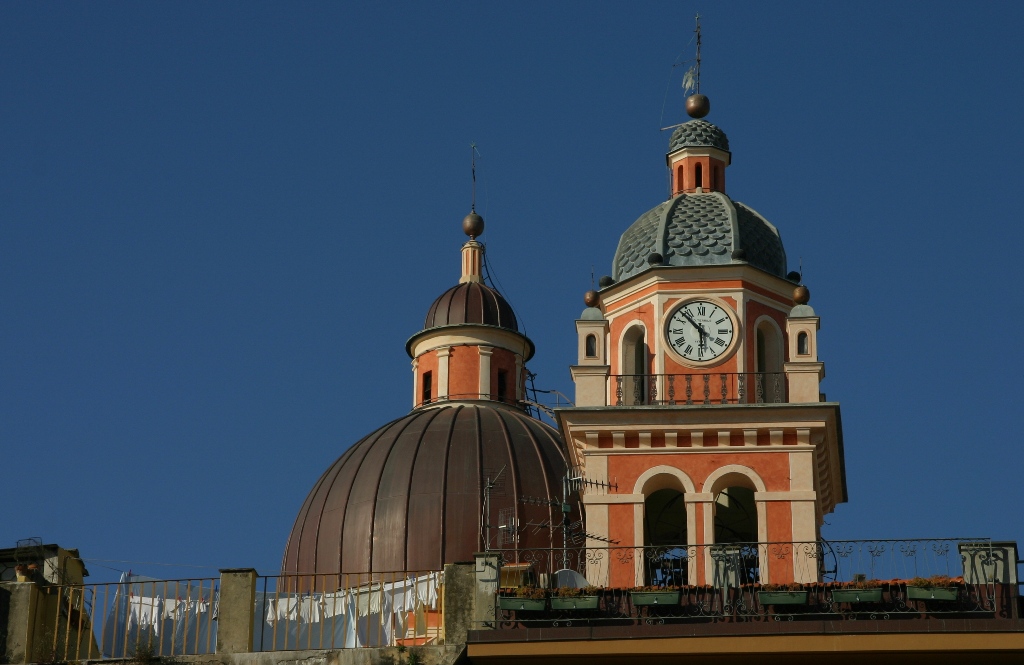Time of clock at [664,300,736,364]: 5:52
